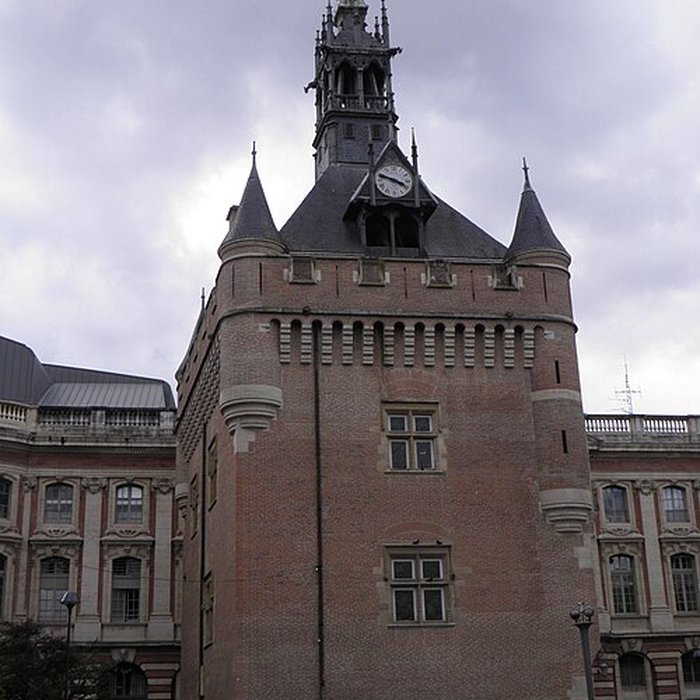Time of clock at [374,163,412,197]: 3:47
